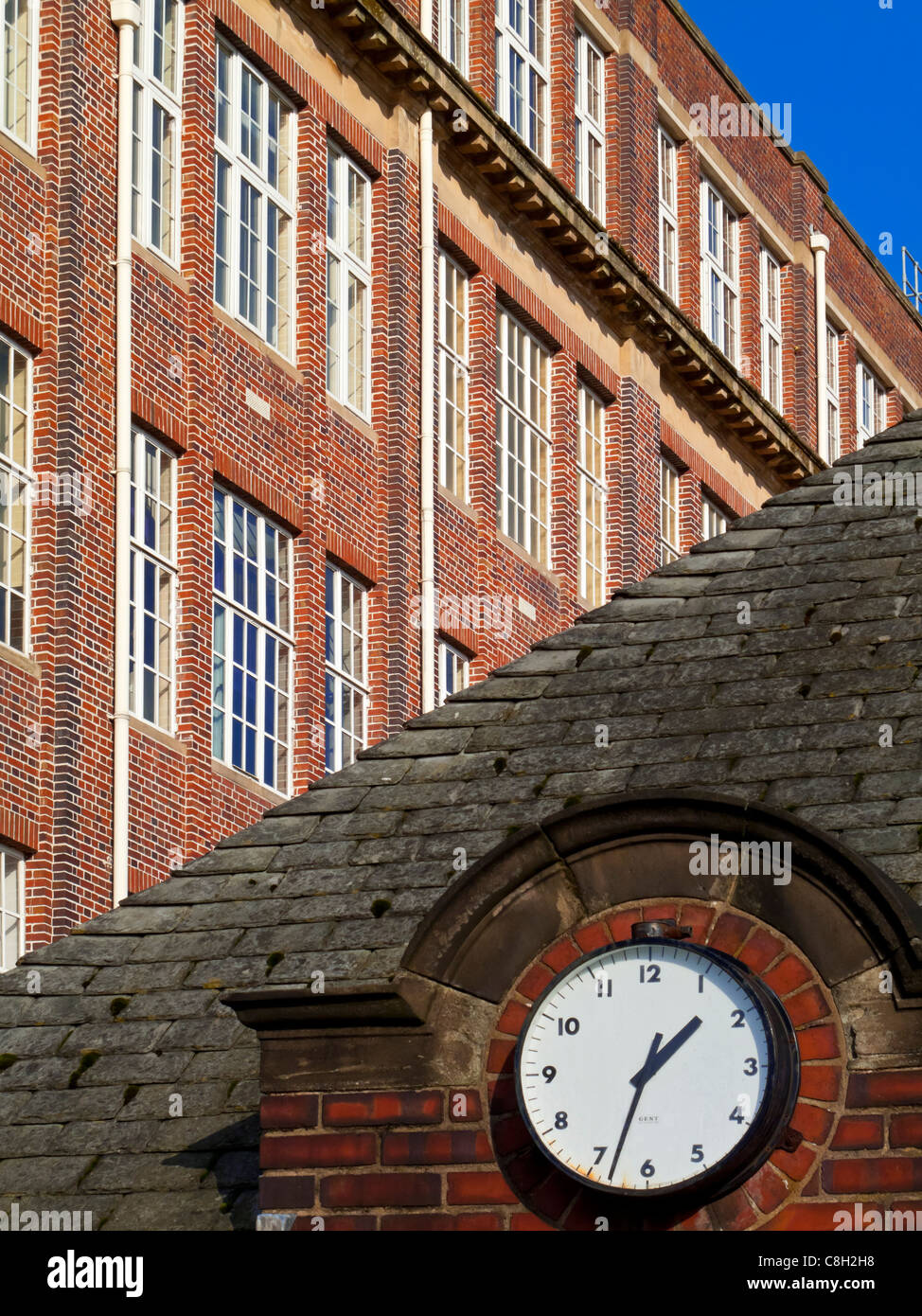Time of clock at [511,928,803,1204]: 1:32
